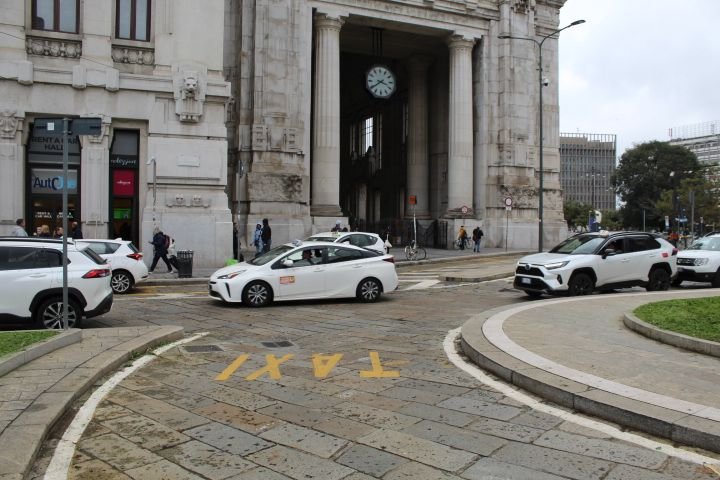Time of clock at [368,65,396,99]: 3:39
